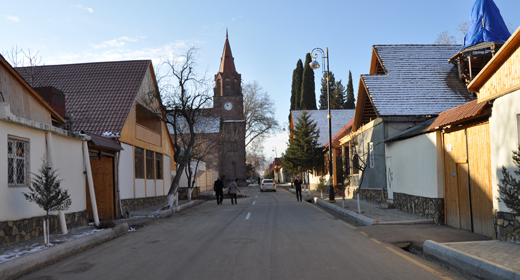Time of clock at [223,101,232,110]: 8:57
